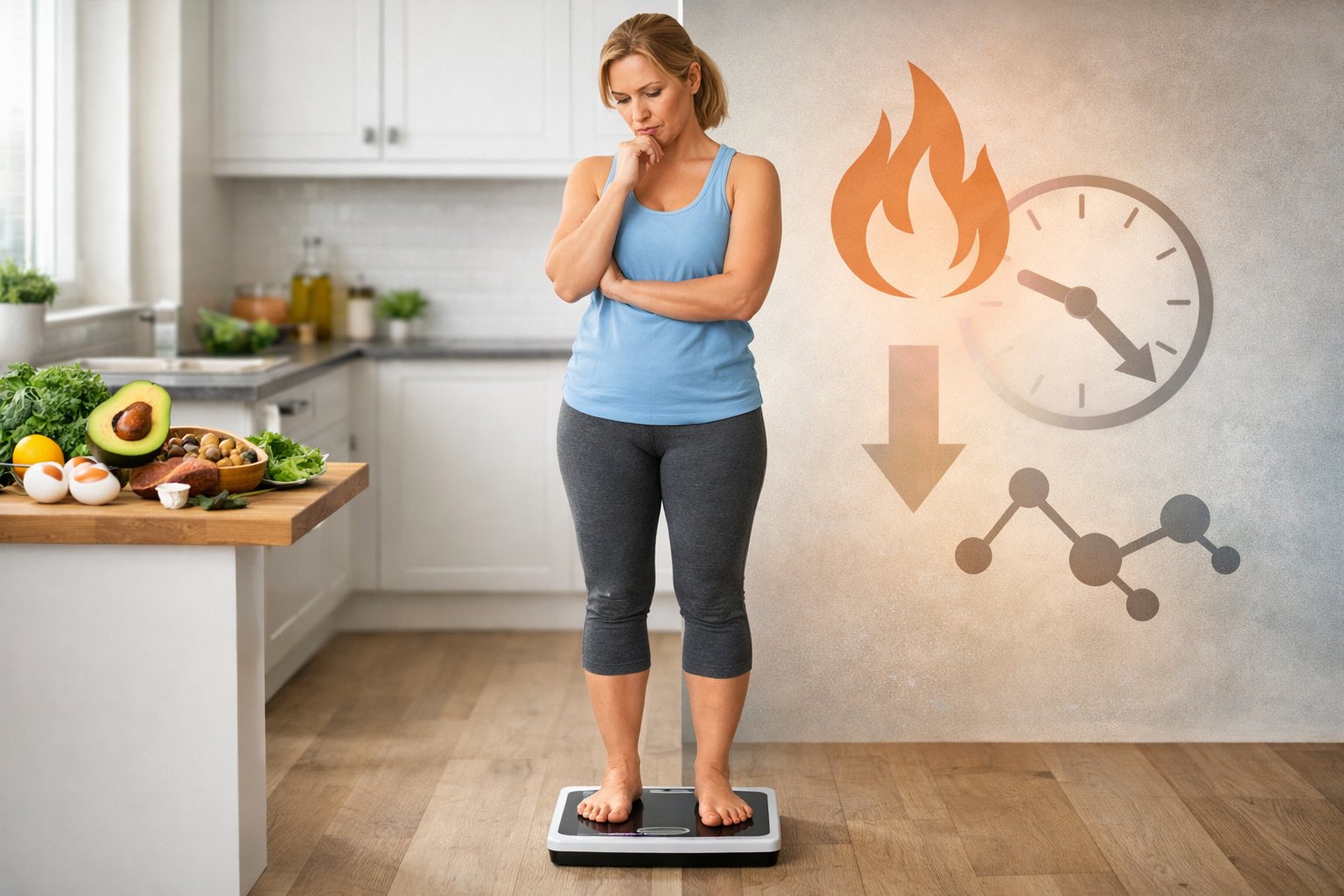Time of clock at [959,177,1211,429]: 9:22
